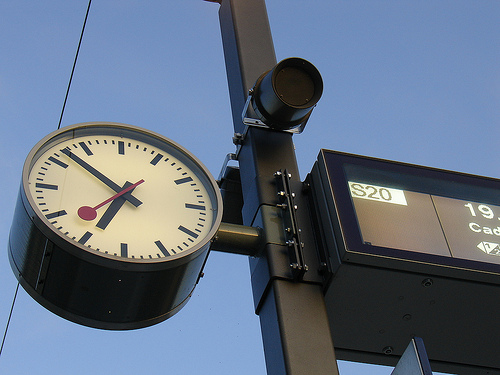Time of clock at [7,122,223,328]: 6:52
